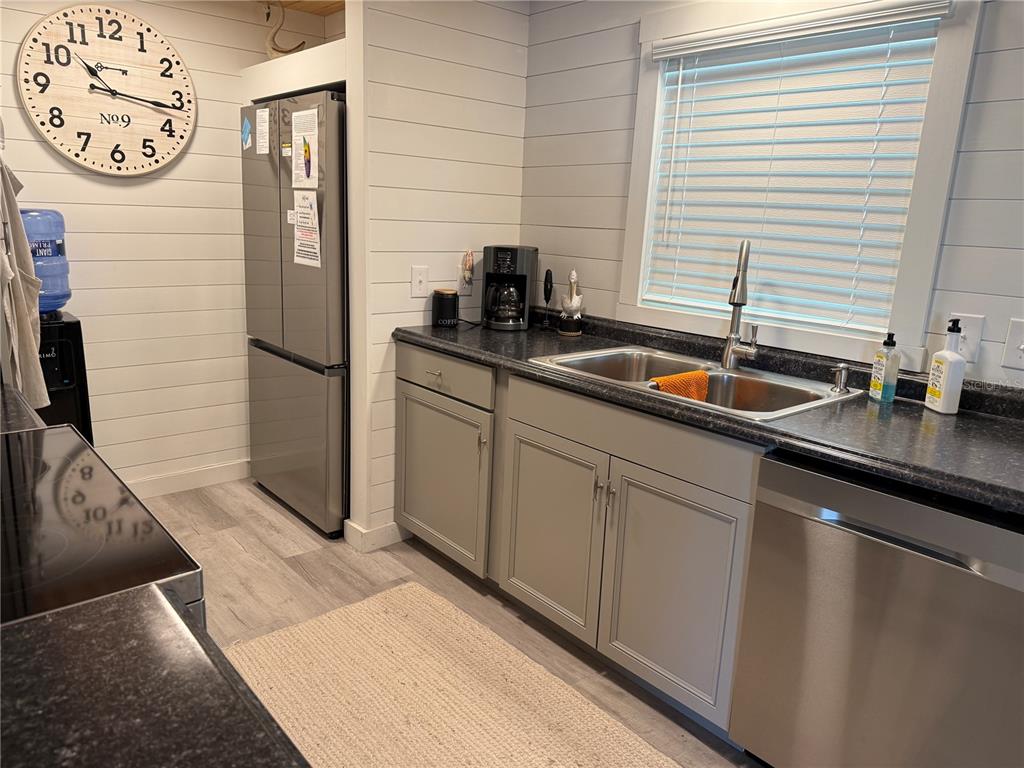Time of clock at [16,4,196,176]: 10:16
